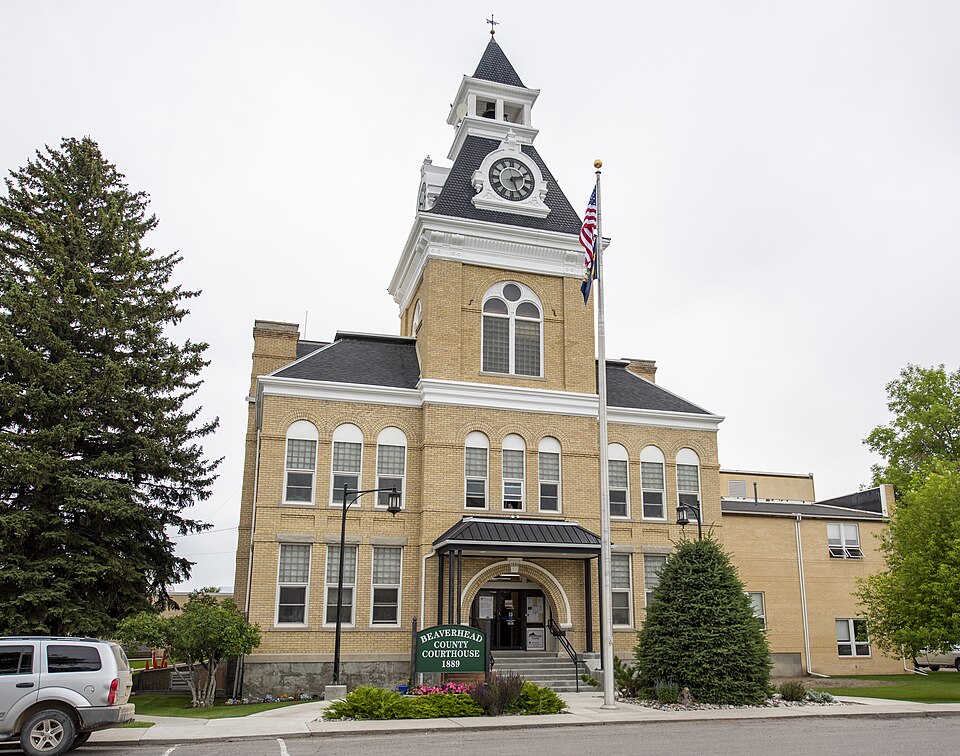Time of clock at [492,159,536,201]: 2:26
